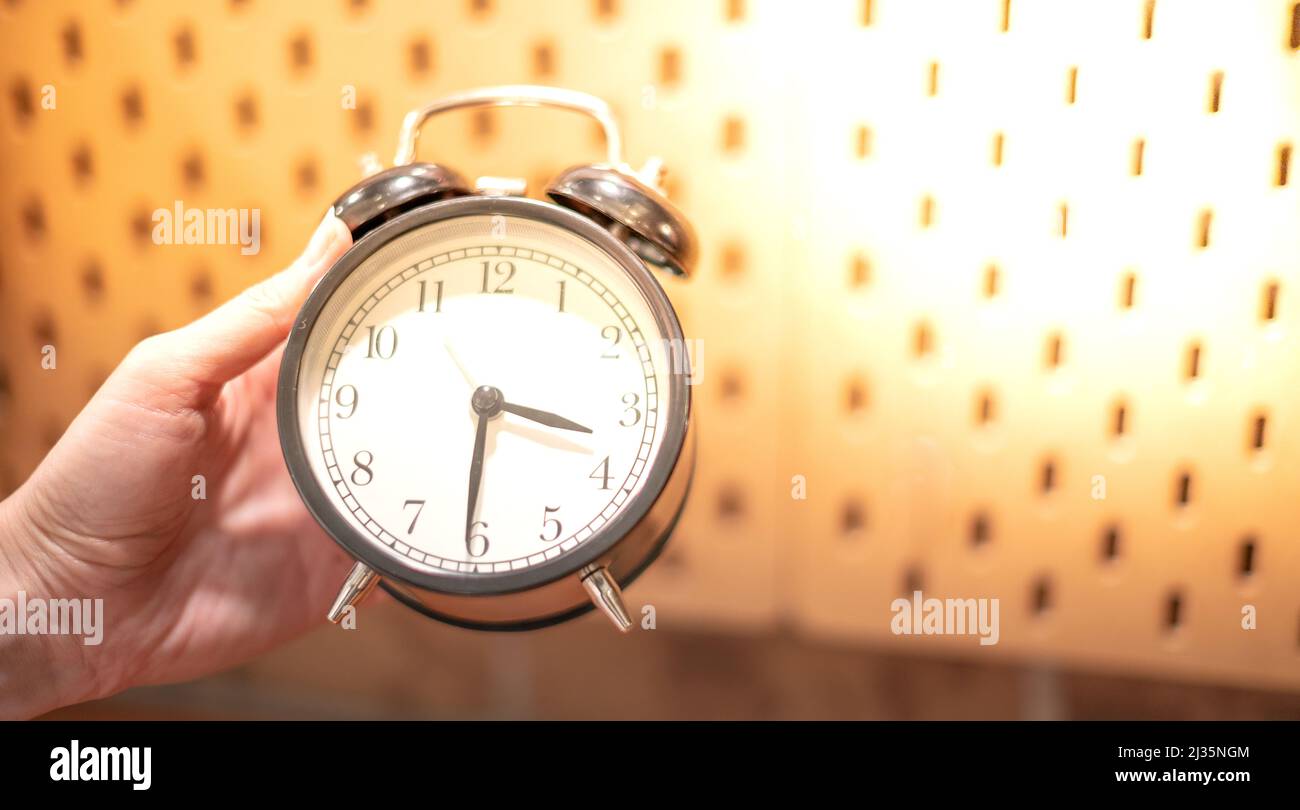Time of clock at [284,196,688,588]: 3:30
